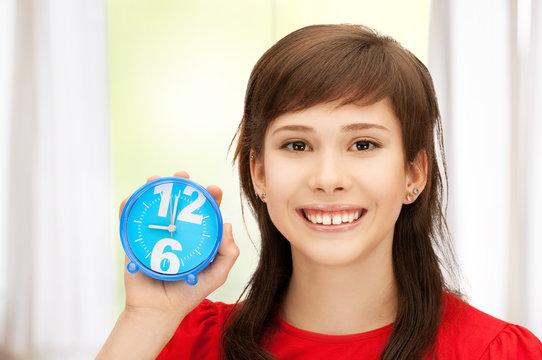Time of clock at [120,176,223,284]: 8:59
